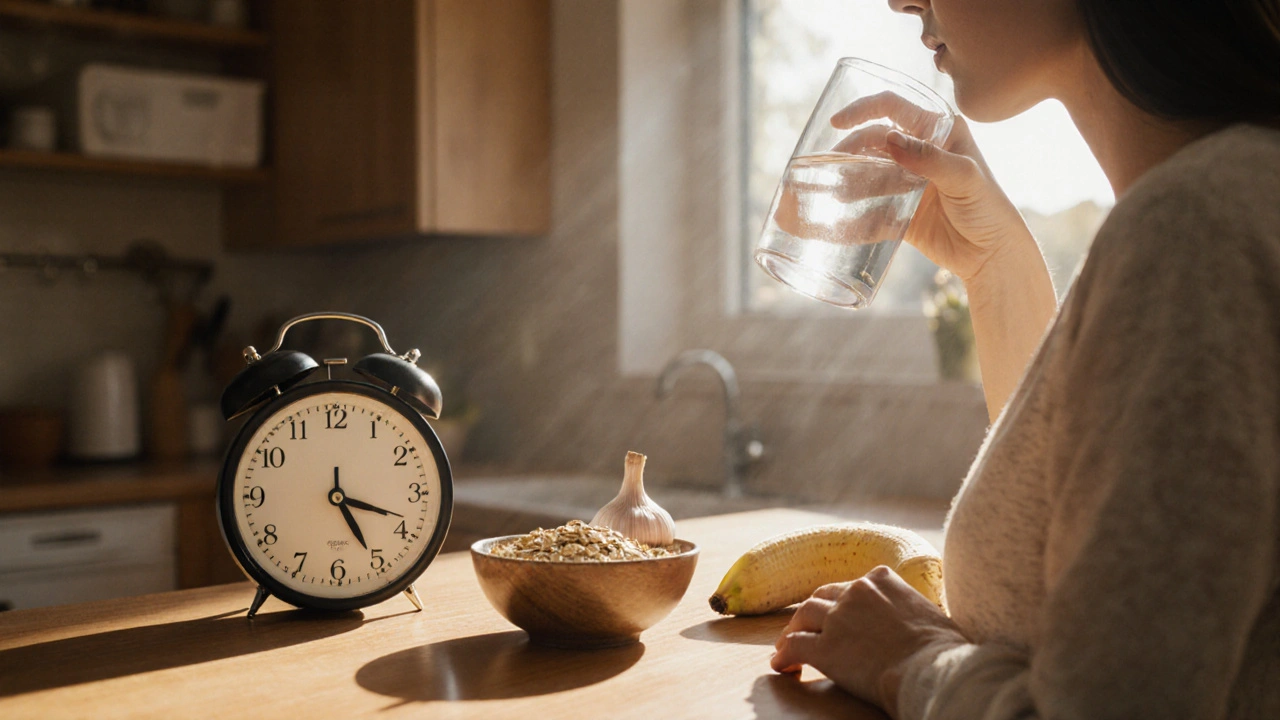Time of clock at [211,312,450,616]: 5:18
